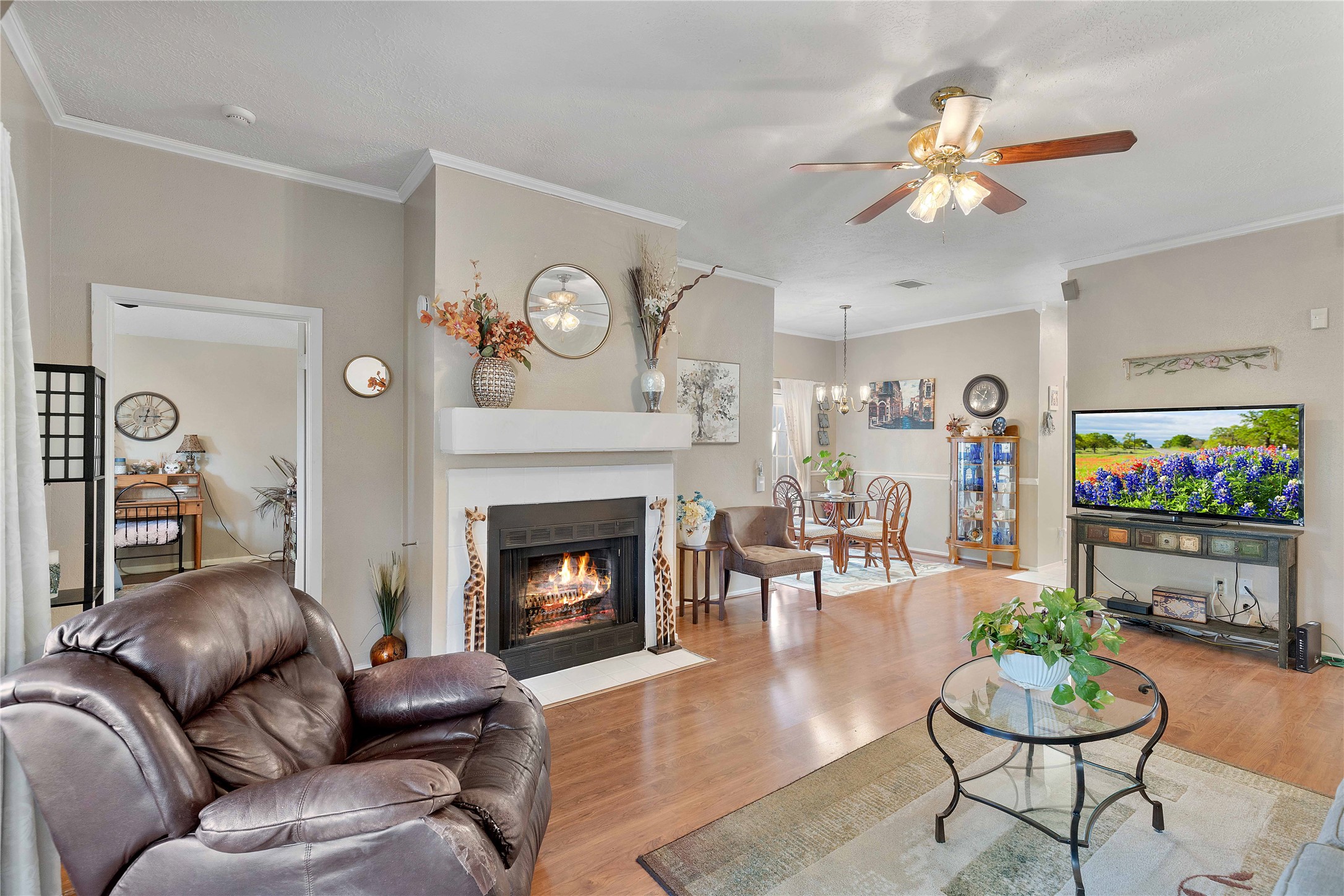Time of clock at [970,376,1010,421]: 12:51
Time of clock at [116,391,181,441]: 3:01
